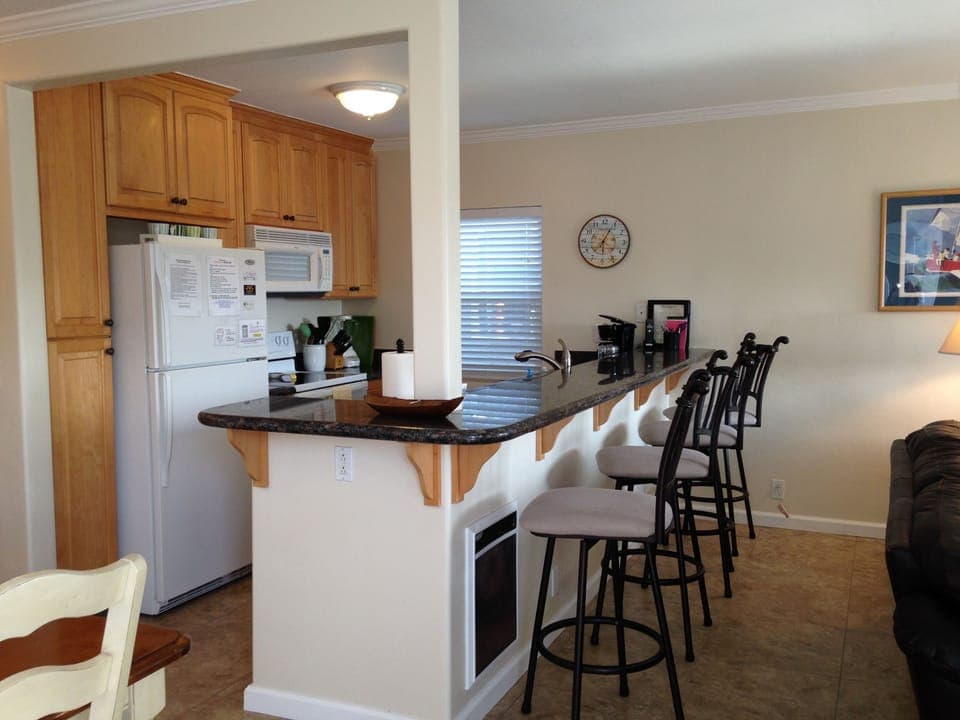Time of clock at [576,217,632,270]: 6:04
